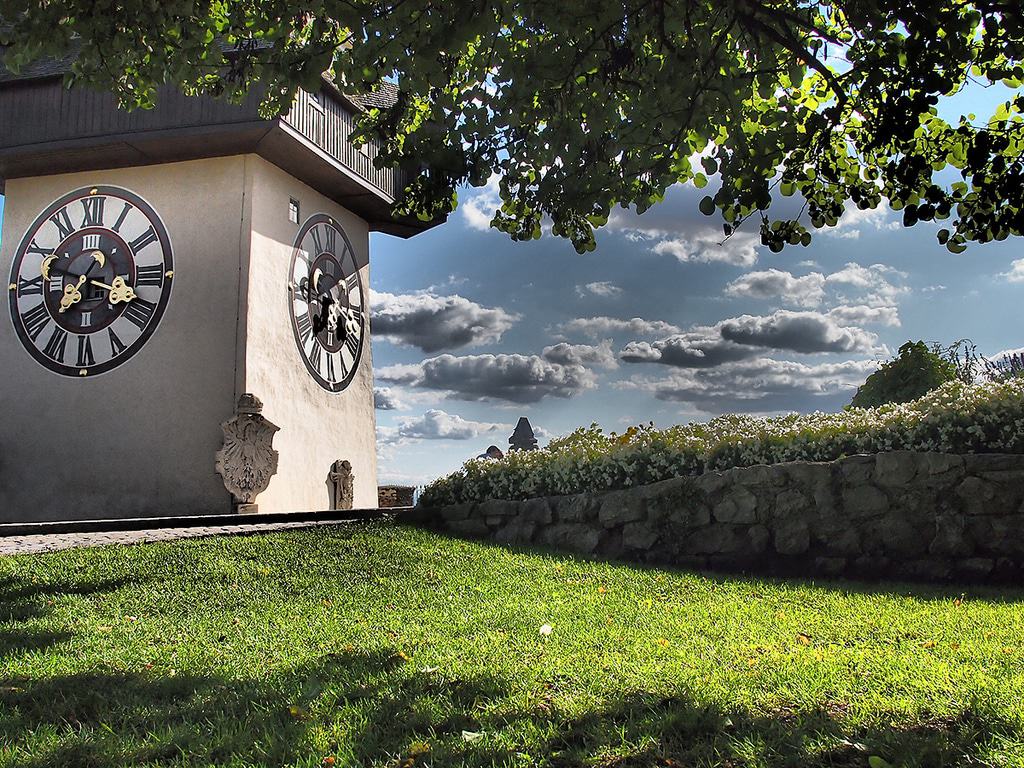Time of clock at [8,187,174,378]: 7:17
